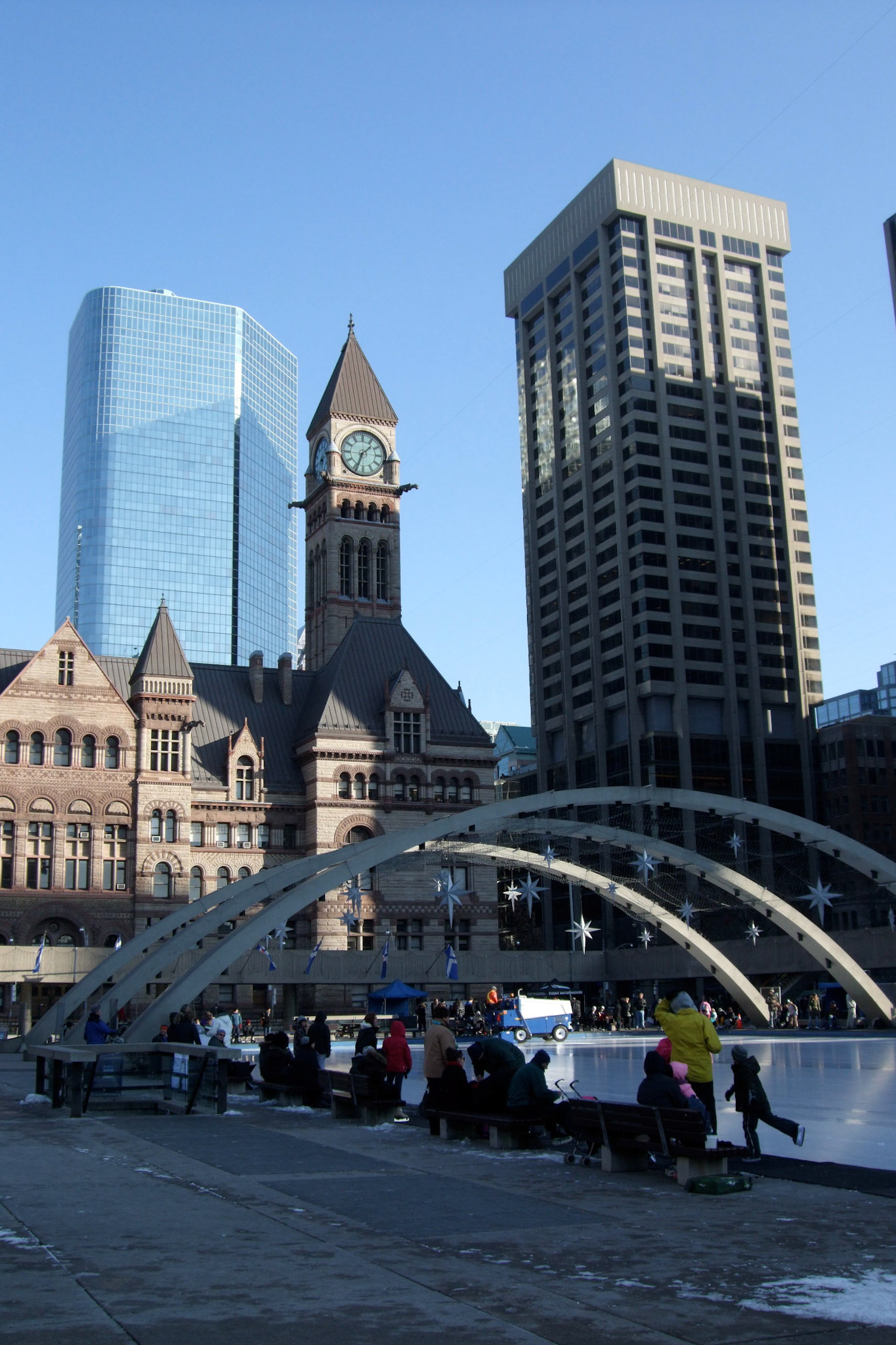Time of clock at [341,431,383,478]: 1:33
